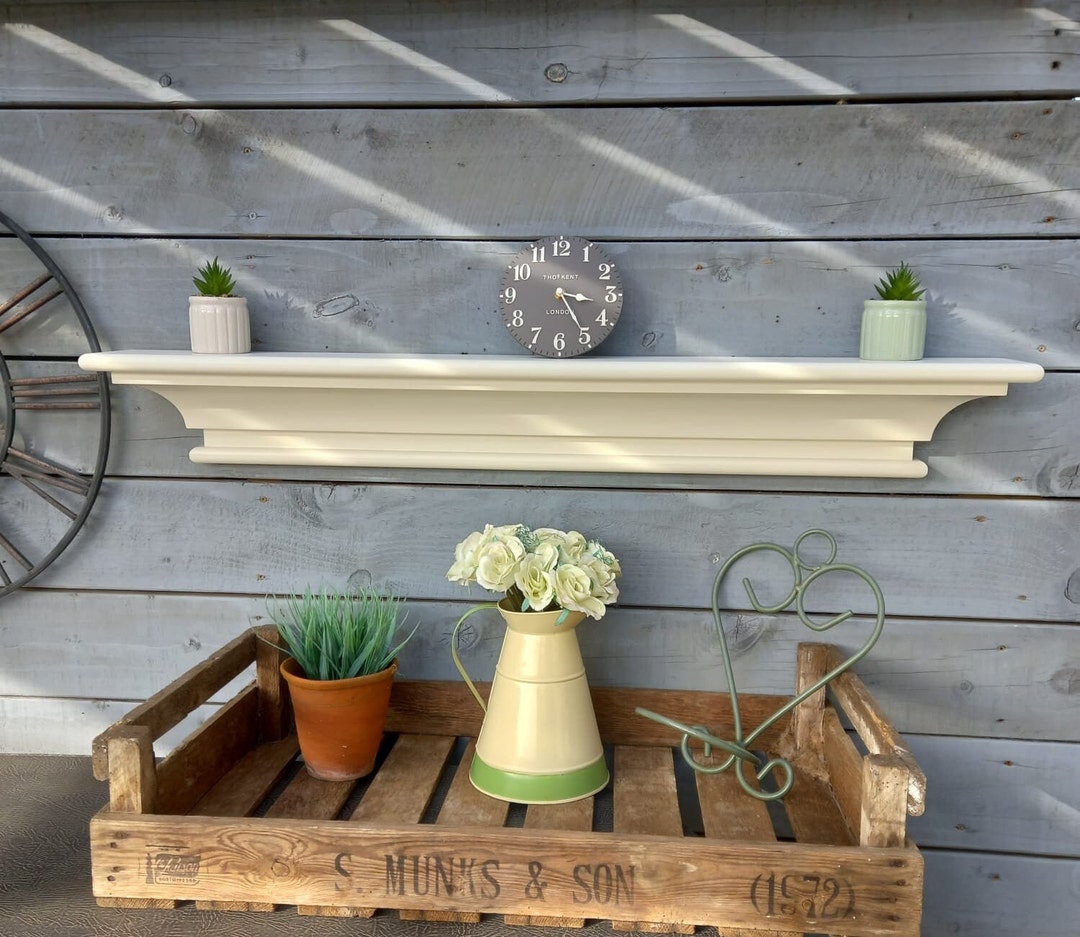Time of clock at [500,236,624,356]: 3:24
